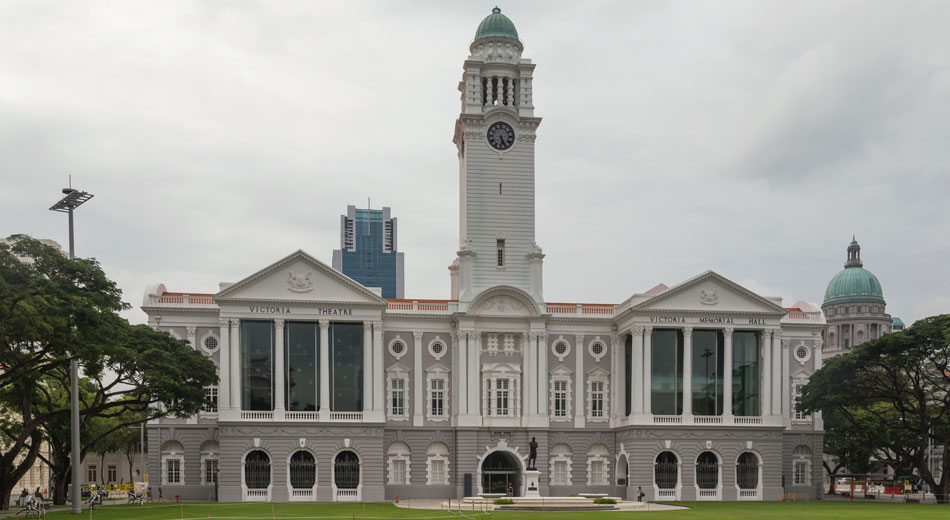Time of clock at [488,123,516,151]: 5:26
